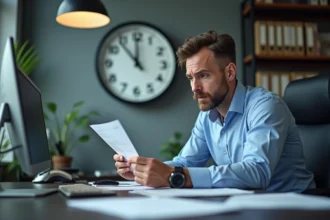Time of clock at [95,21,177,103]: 11:53
